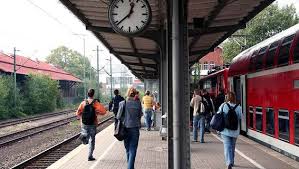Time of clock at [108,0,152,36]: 12:38
